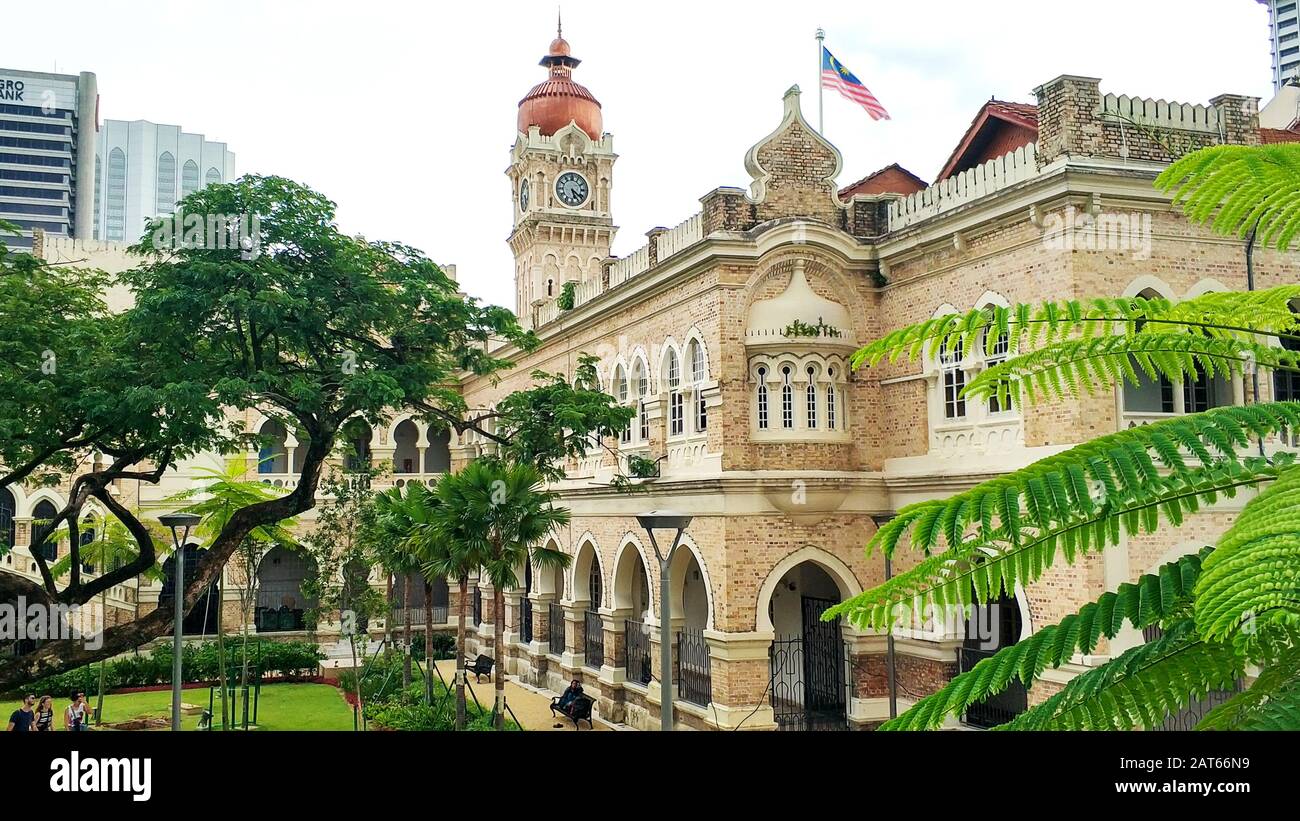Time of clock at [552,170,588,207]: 5:21
